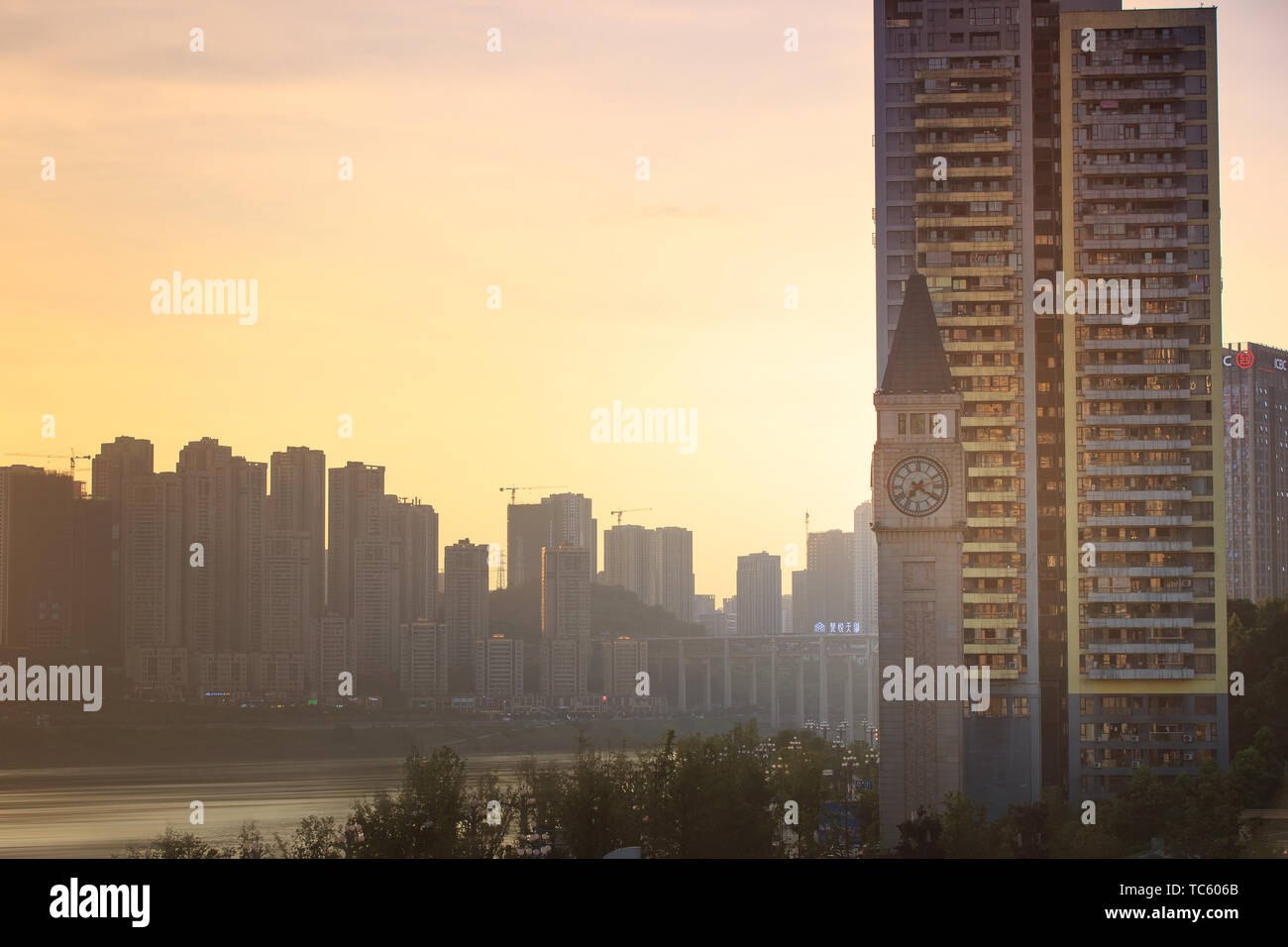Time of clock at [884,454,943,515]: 7:20
